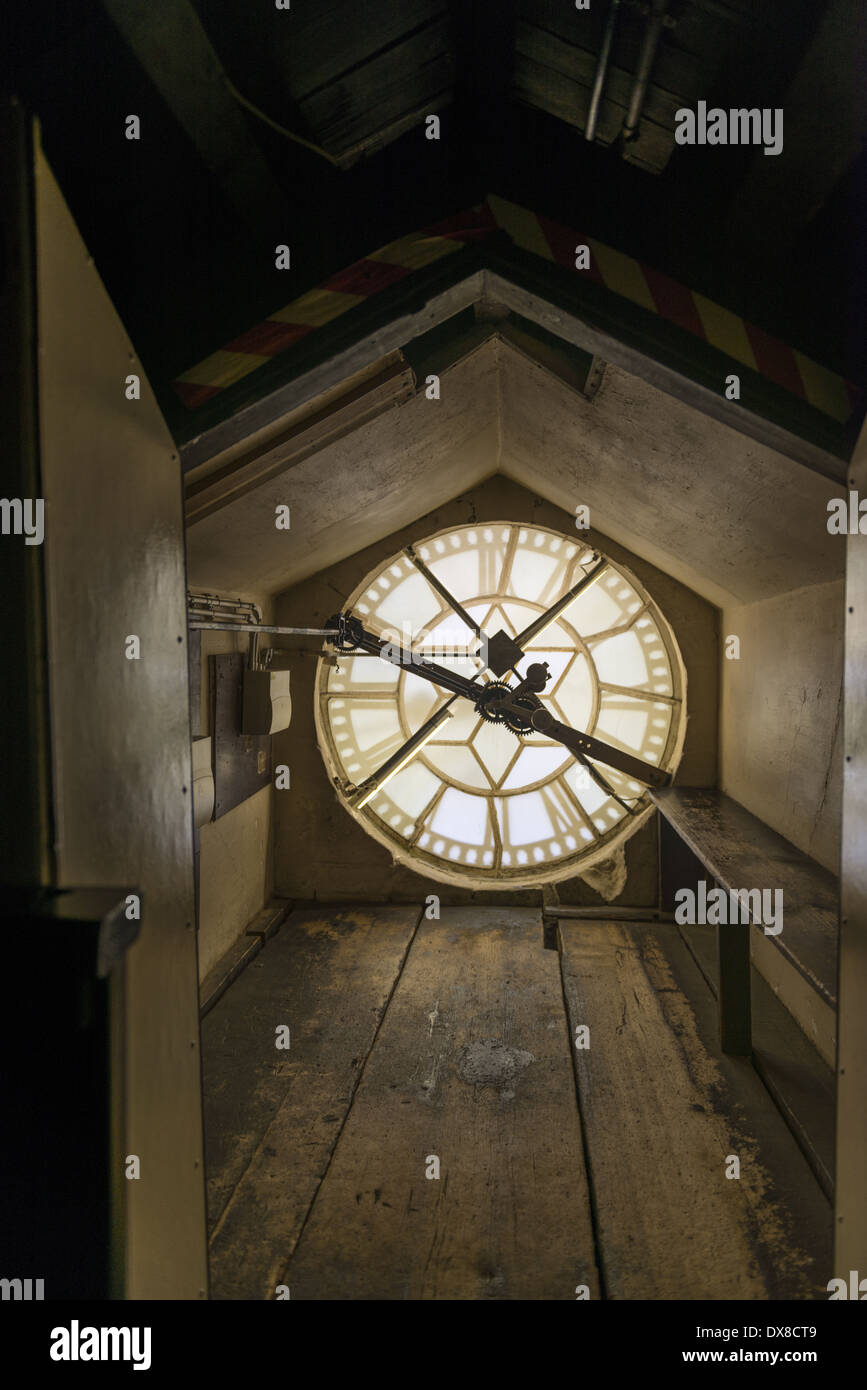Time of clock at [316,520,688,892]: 3:48
